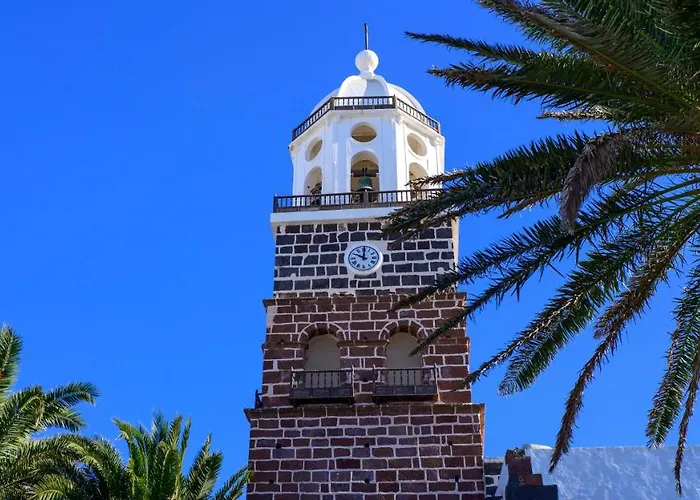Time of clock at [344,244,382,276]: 10:00
